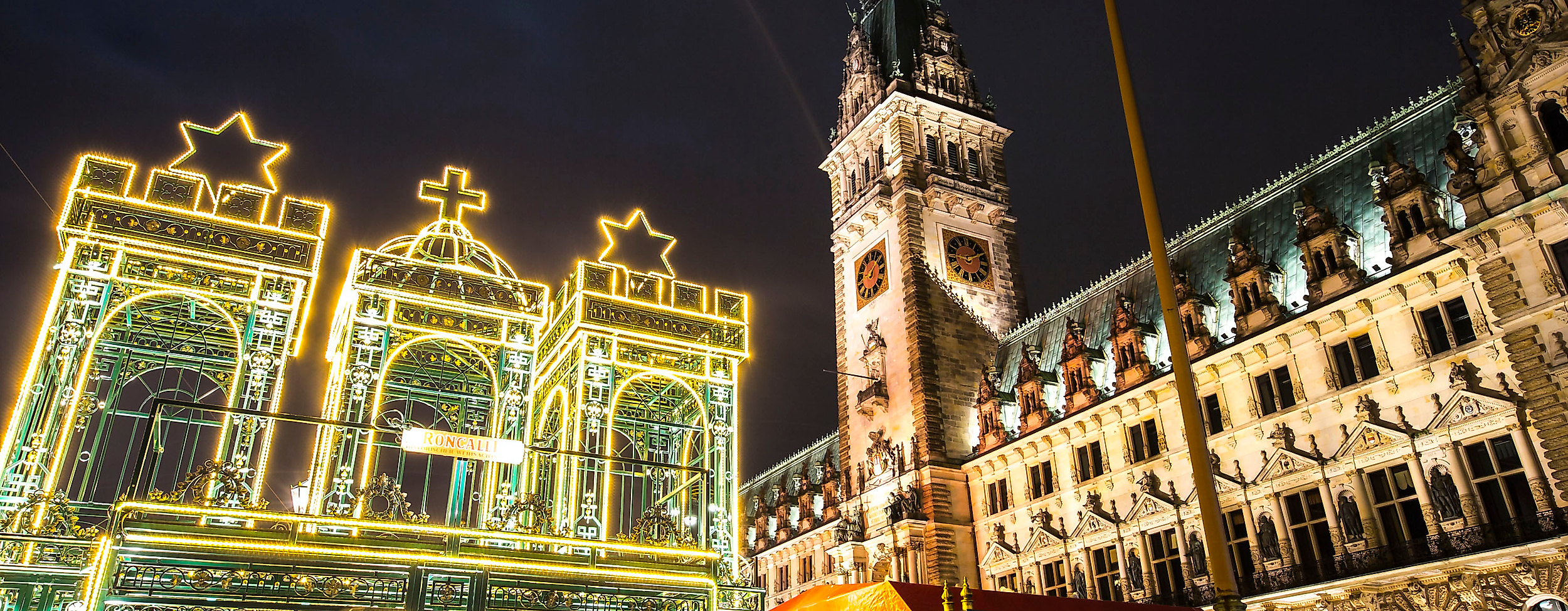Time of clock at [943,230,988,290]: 9:10
